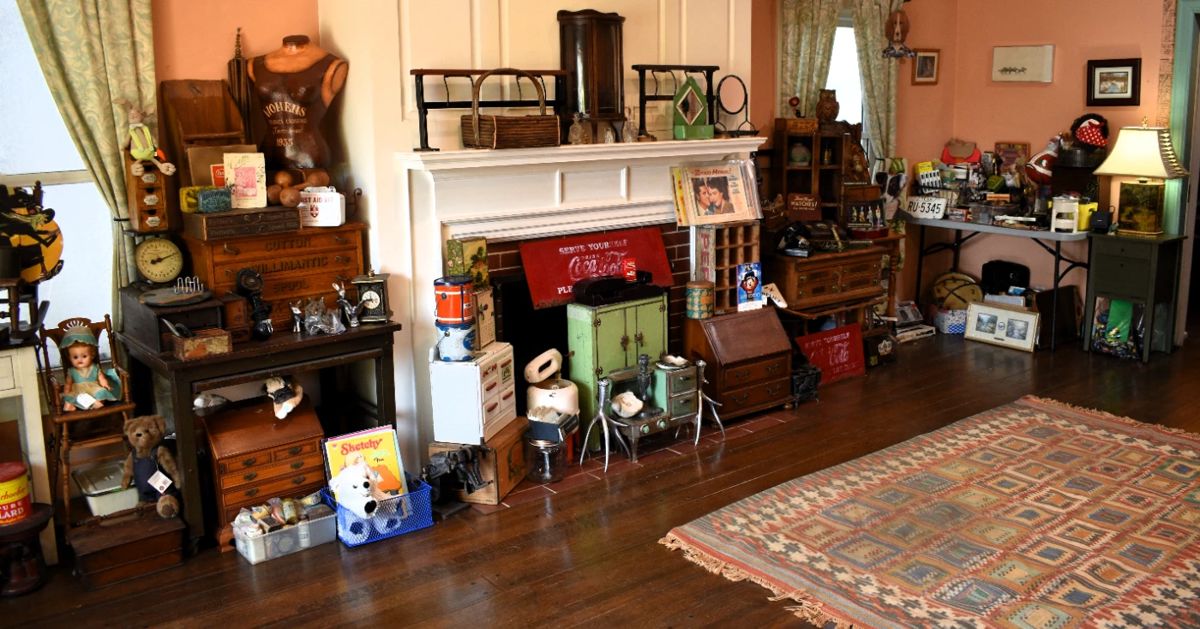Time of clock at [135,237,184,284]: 8:11
